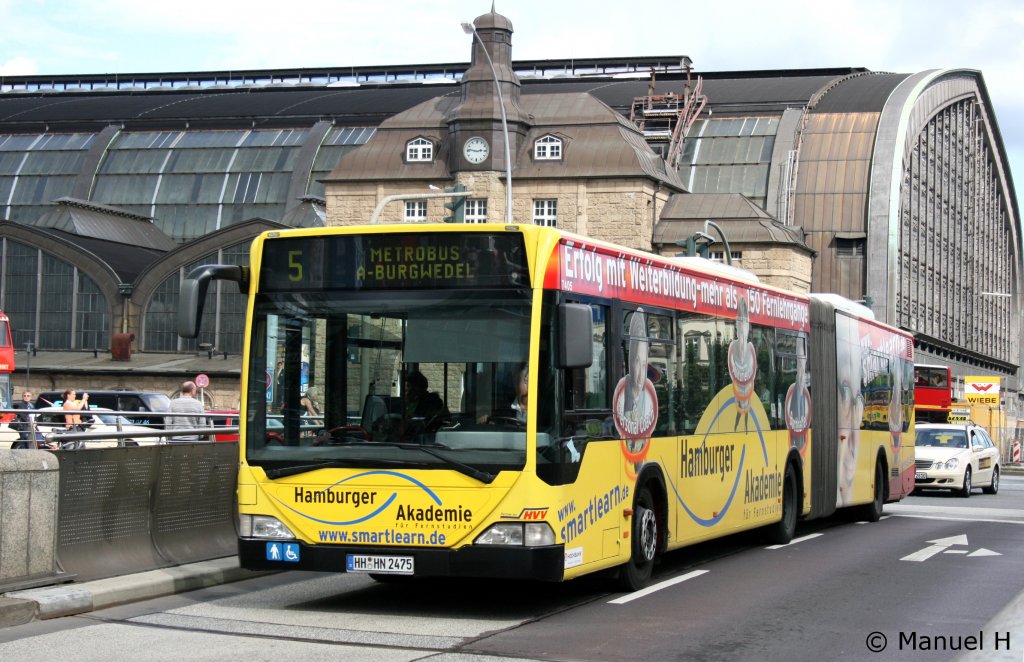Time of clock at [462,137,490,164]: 2:46
